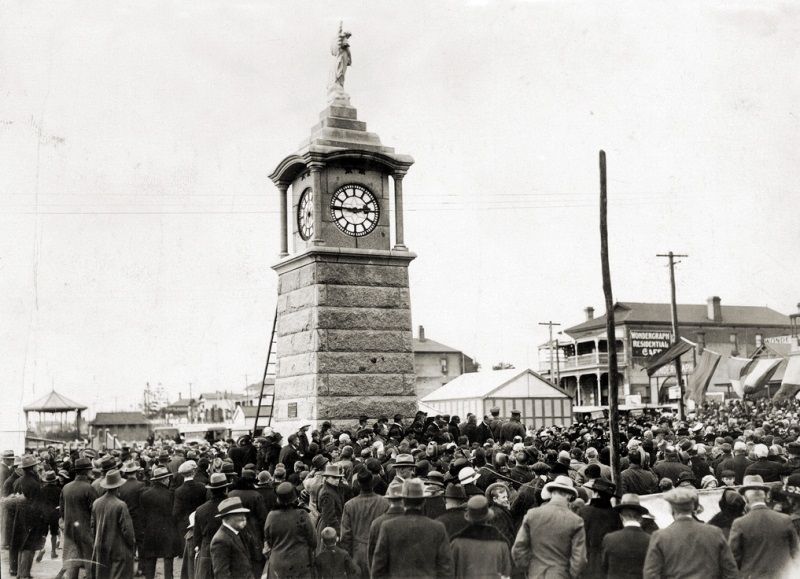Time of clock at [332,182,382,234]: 2:45
